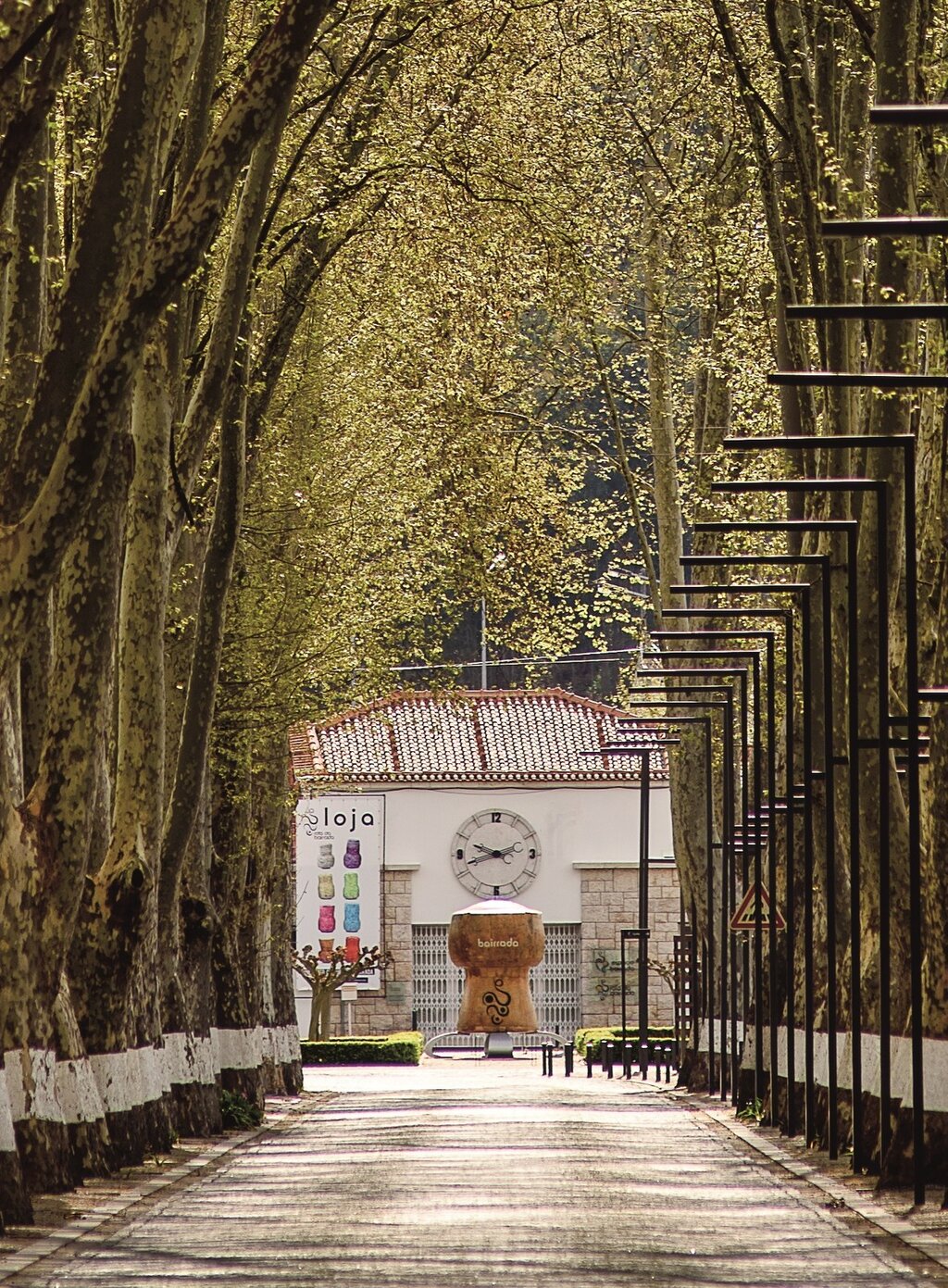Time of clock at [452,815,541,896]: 9:42
